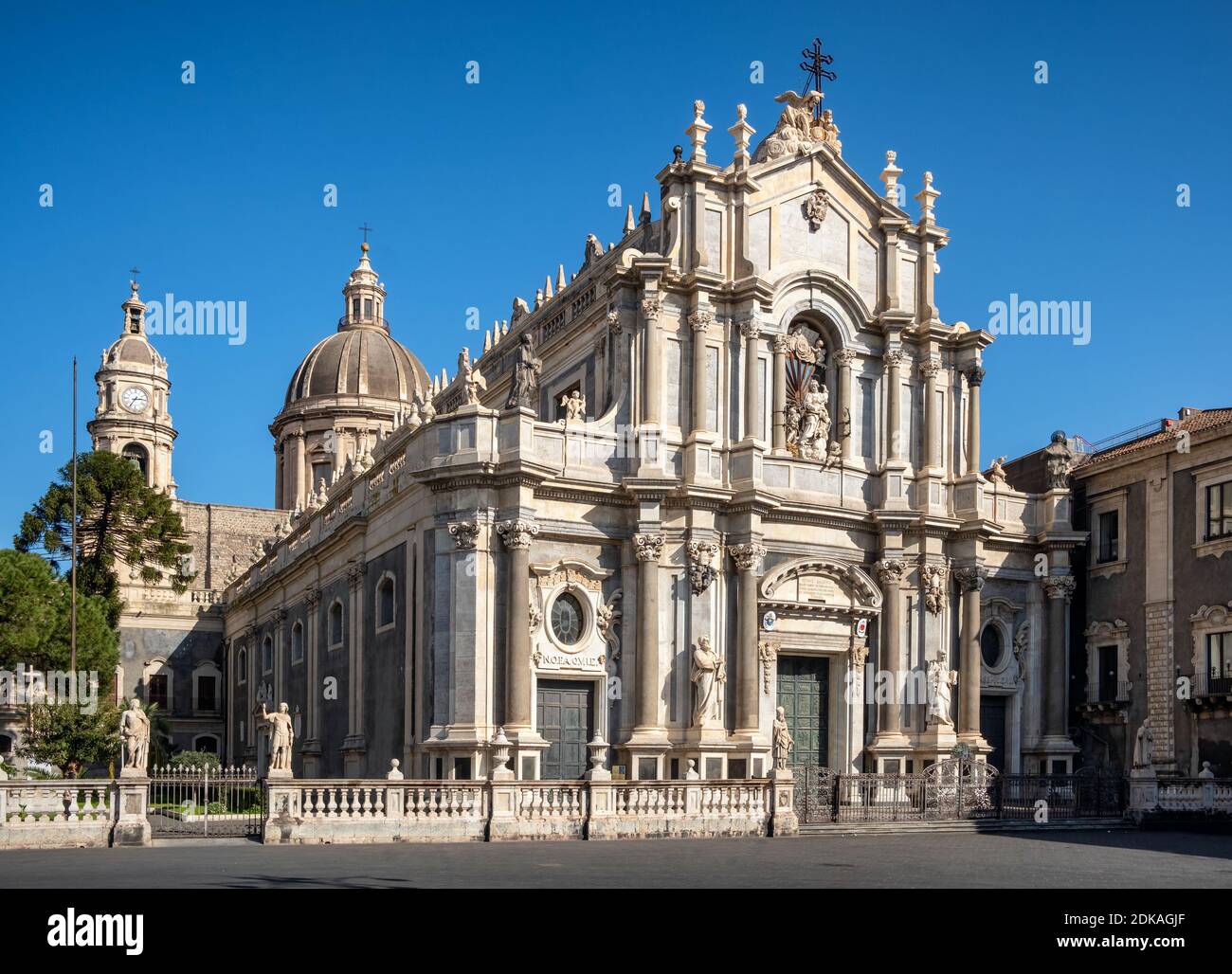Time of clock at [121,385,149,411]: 2:35
